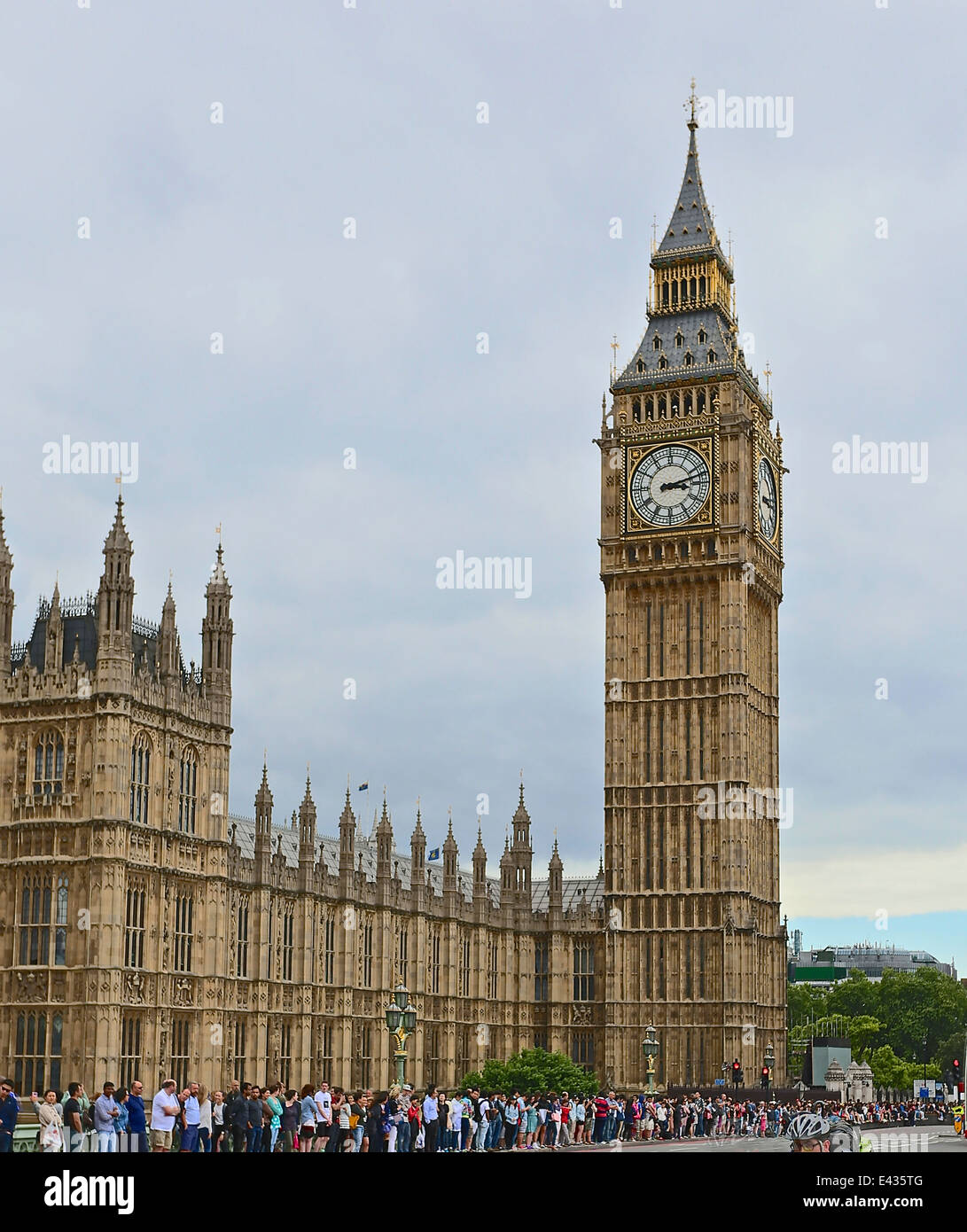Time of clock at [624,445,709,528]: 3:12
